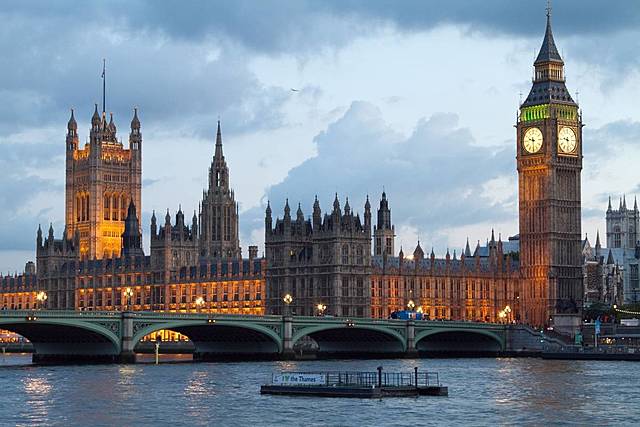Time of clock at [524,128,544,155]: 9:29
